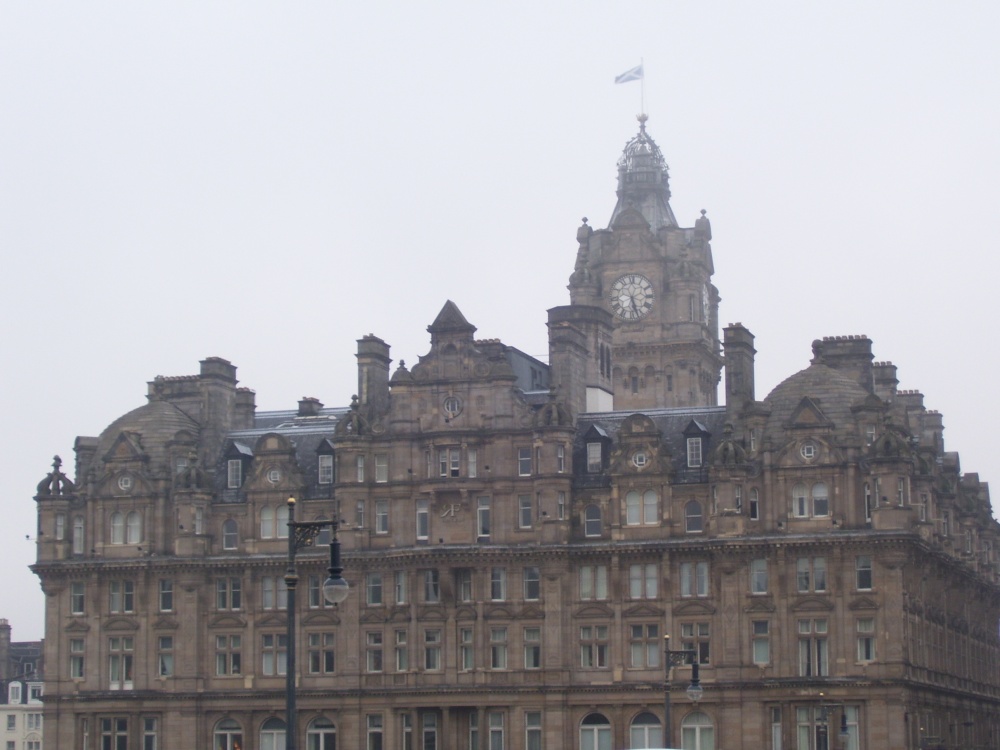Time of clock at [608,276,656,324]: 5:26
